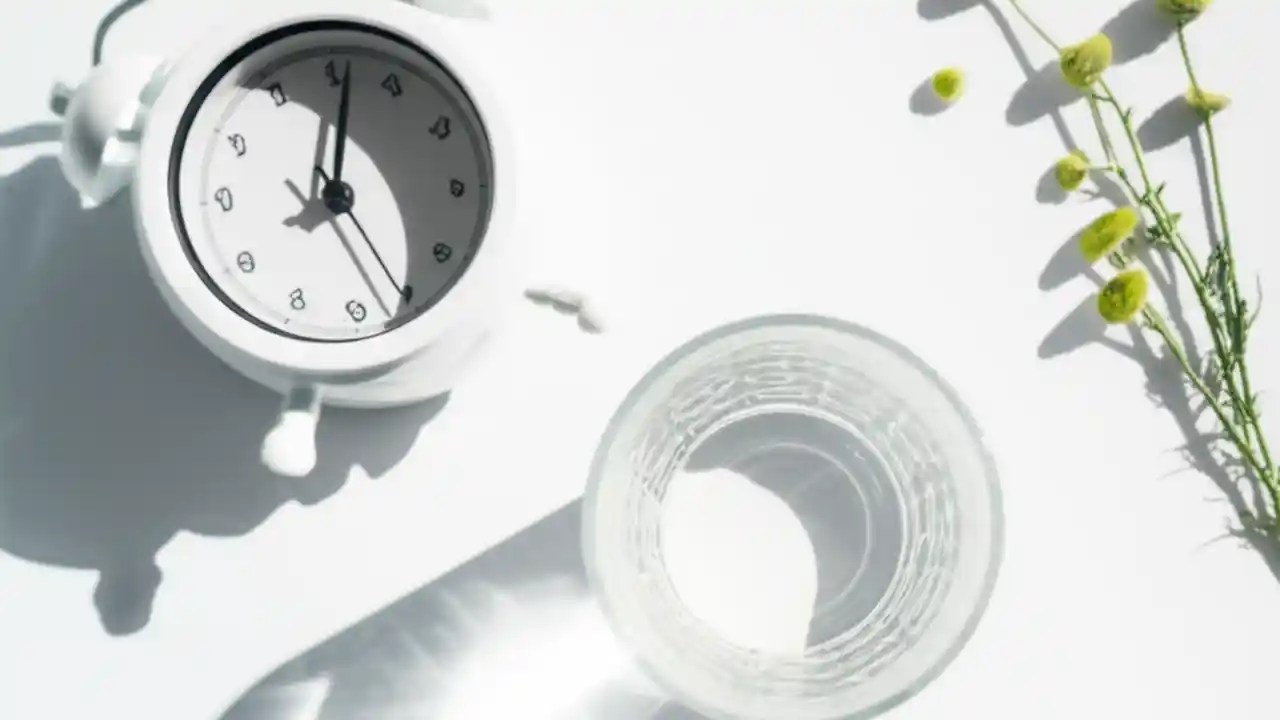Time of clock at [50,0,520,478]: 8:01
